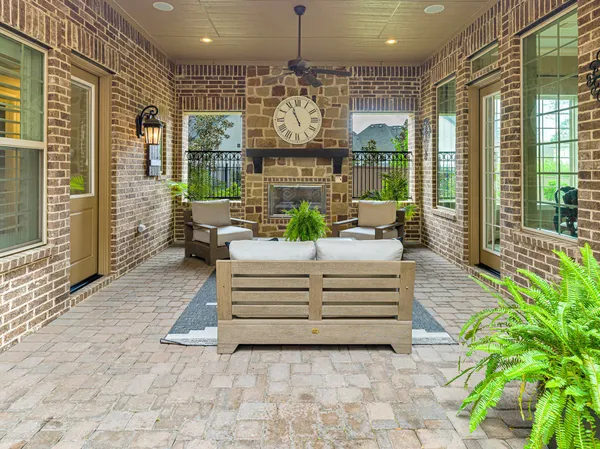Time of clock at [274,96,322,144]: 10:56
